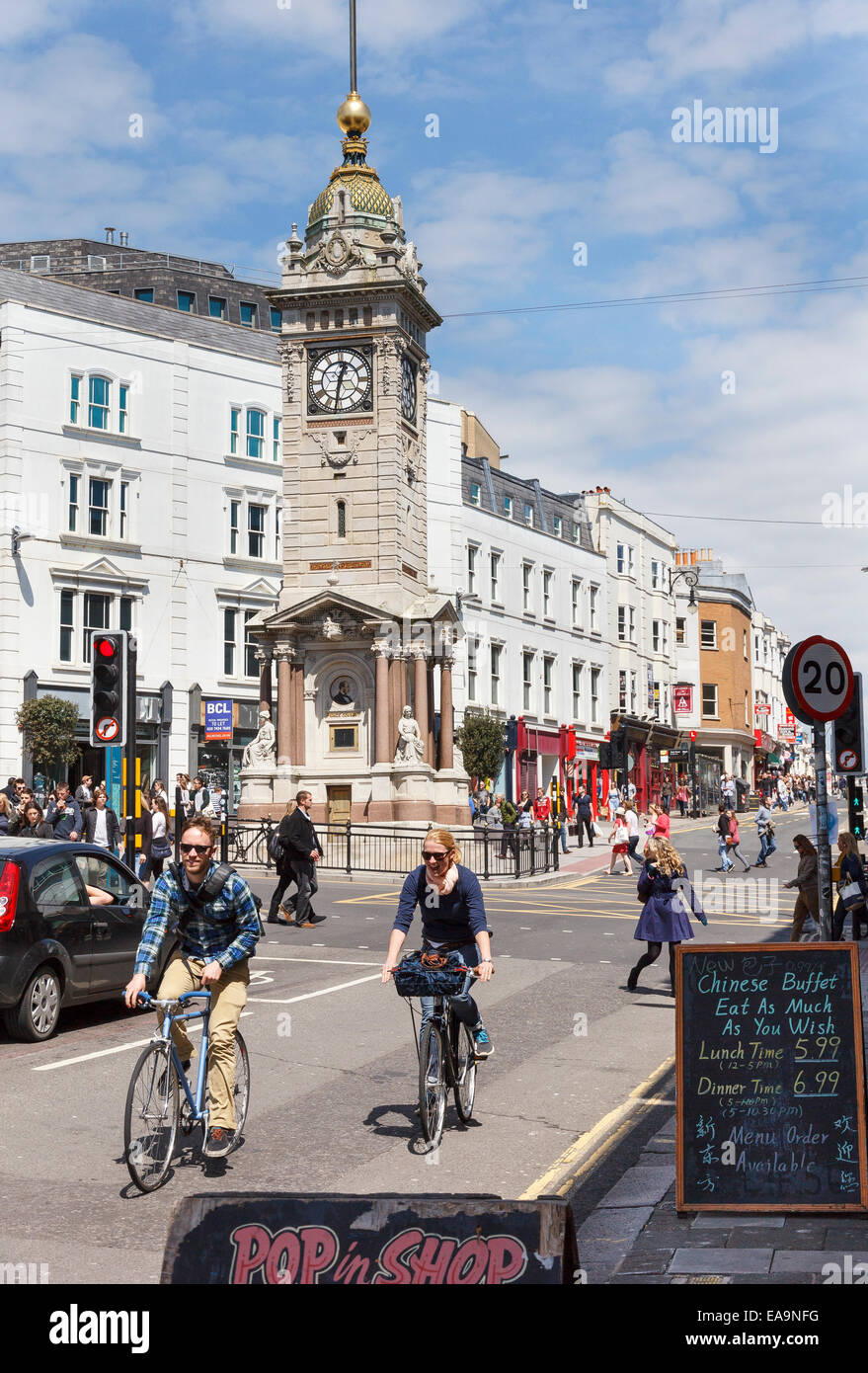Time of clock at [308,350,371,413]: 12:31
